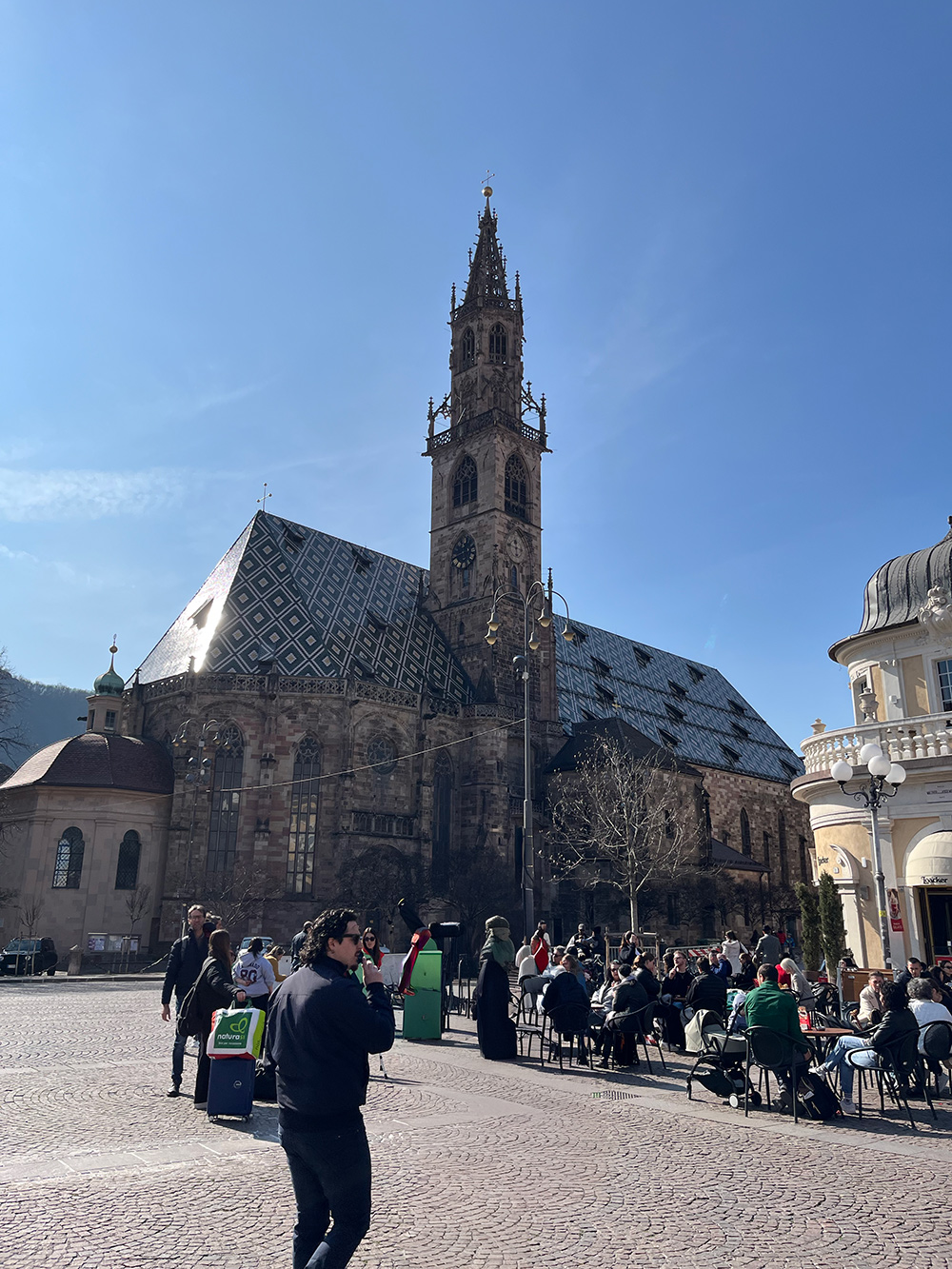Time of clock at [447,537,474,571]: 2:42
